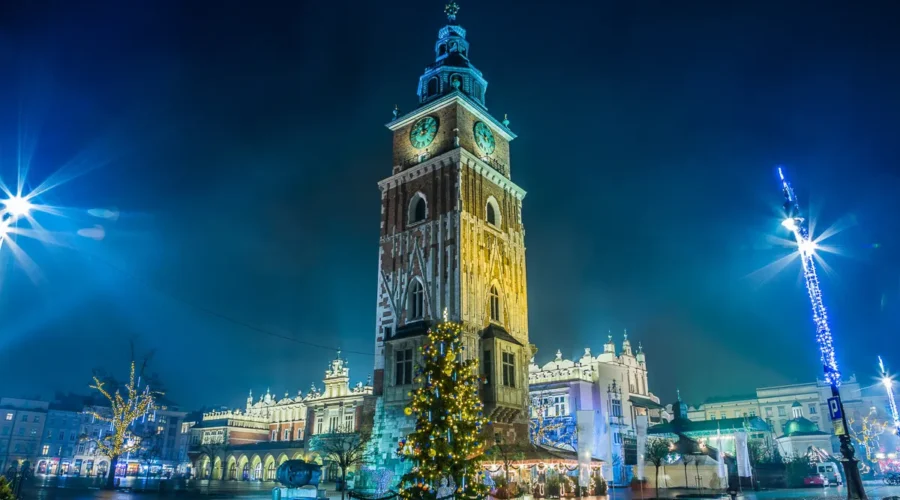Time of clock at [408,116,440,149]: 12:07
